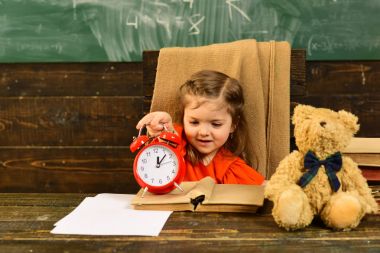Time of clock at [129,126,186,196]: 12:07
